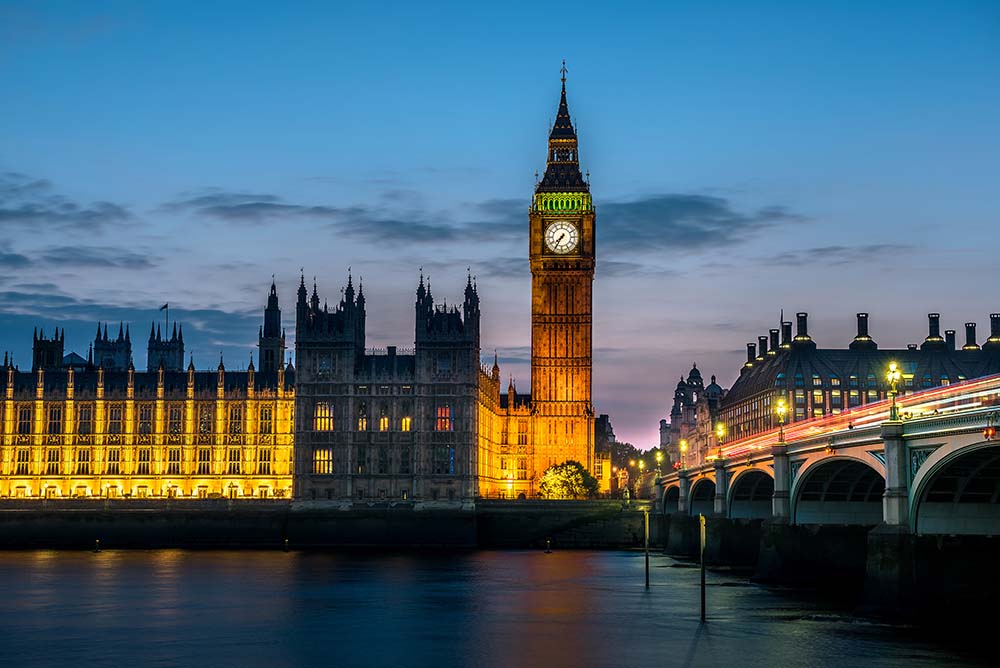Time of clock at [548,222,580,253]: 7:35
